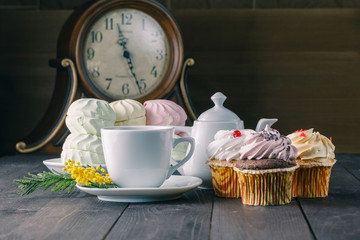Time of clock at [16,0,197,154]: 11:25
